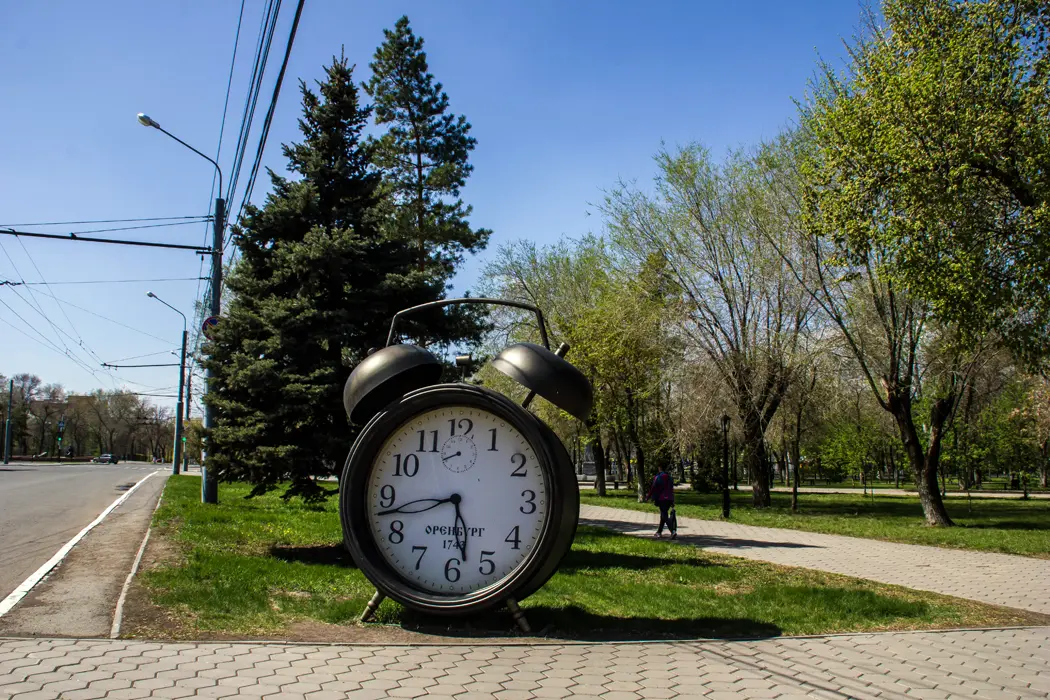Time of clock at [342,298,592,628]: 5:42
